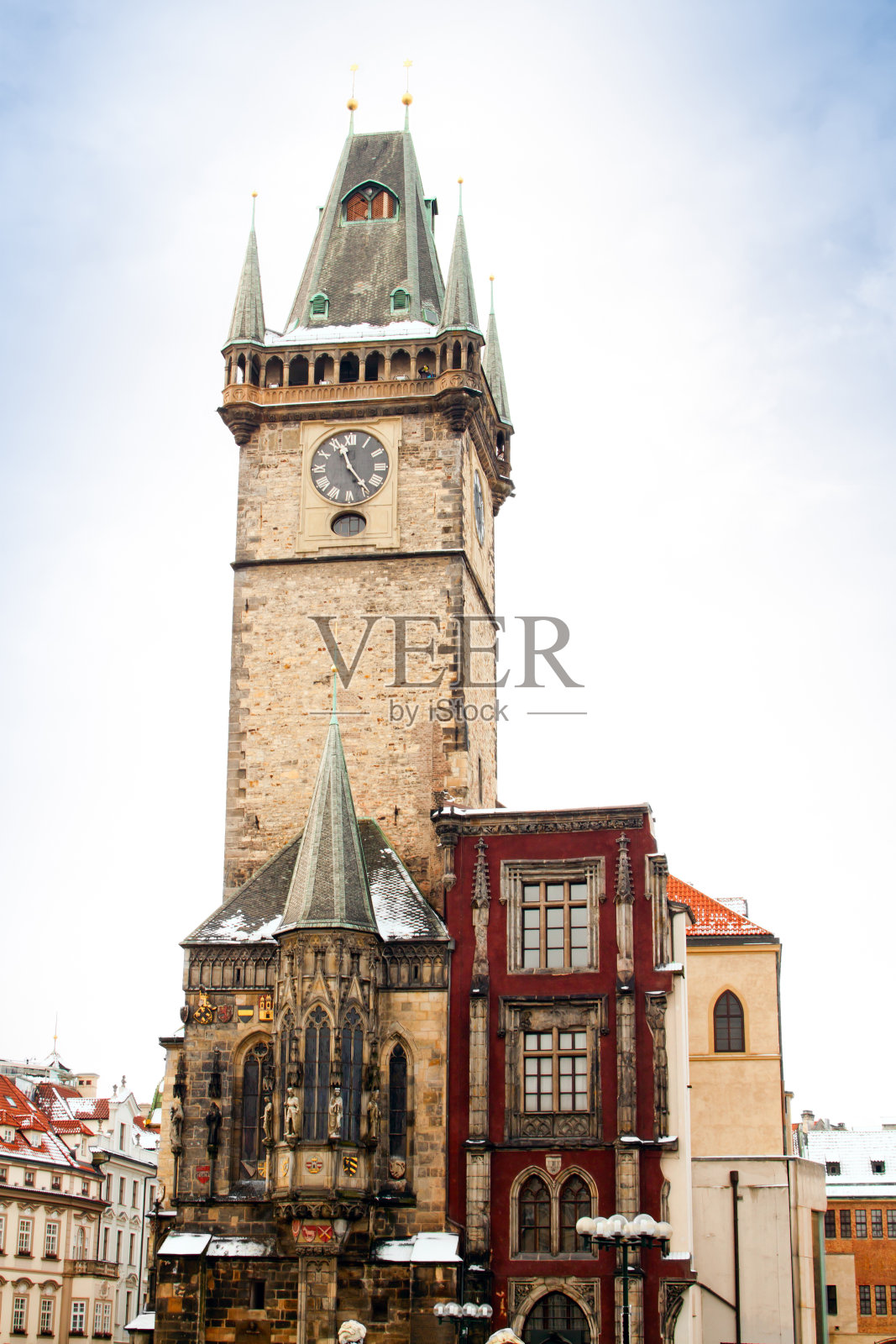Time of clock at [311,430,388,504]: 11:23
